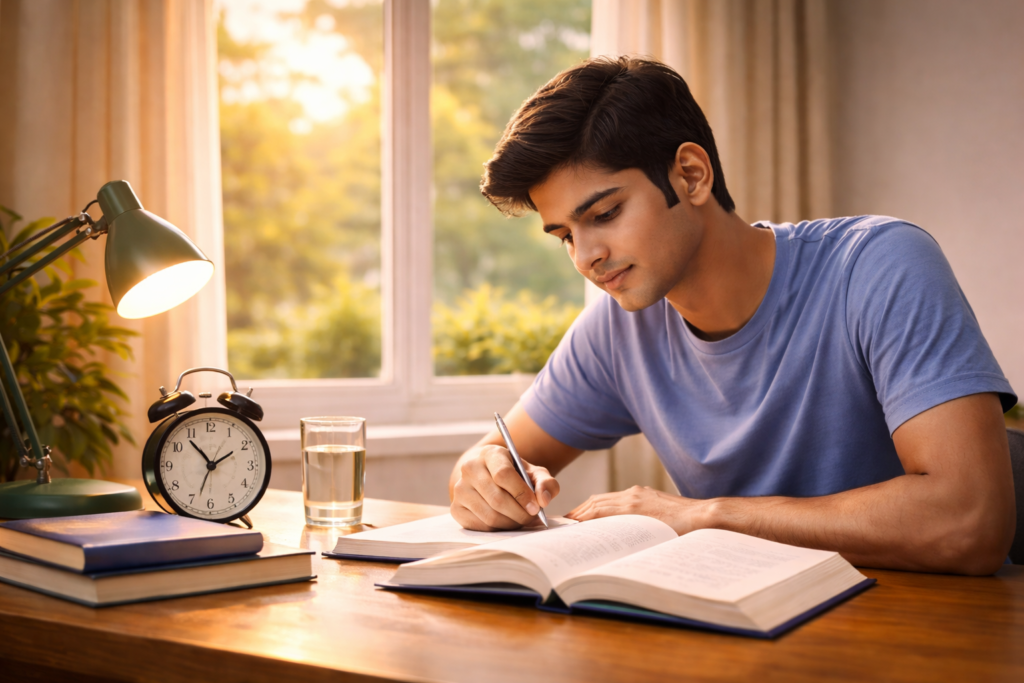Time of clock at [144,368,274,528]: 1:53
